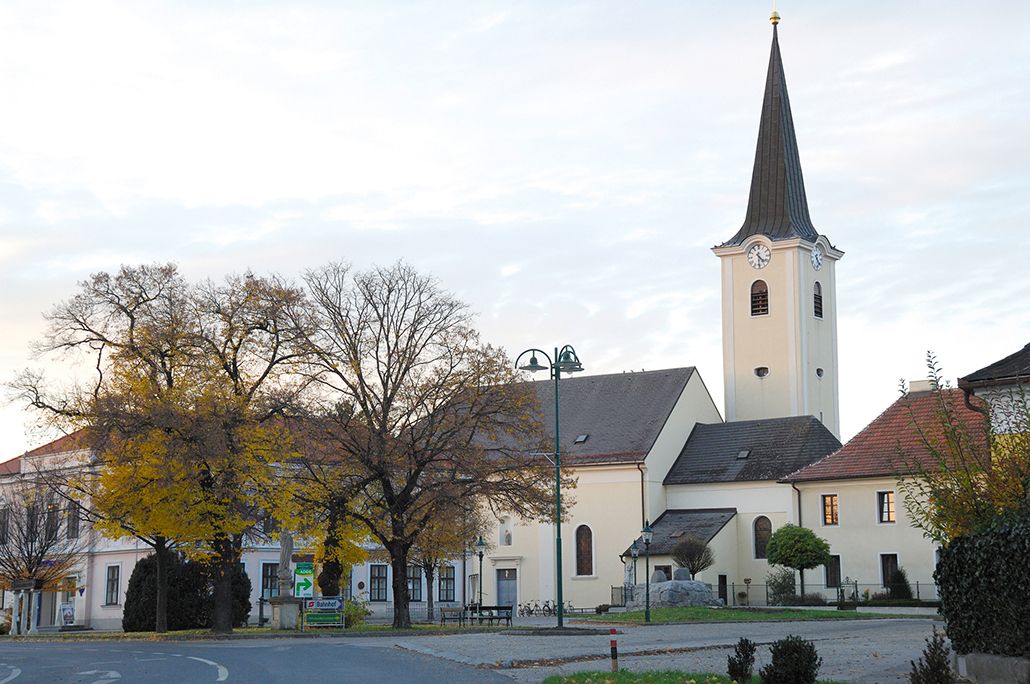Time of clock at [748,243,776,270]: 4:29
